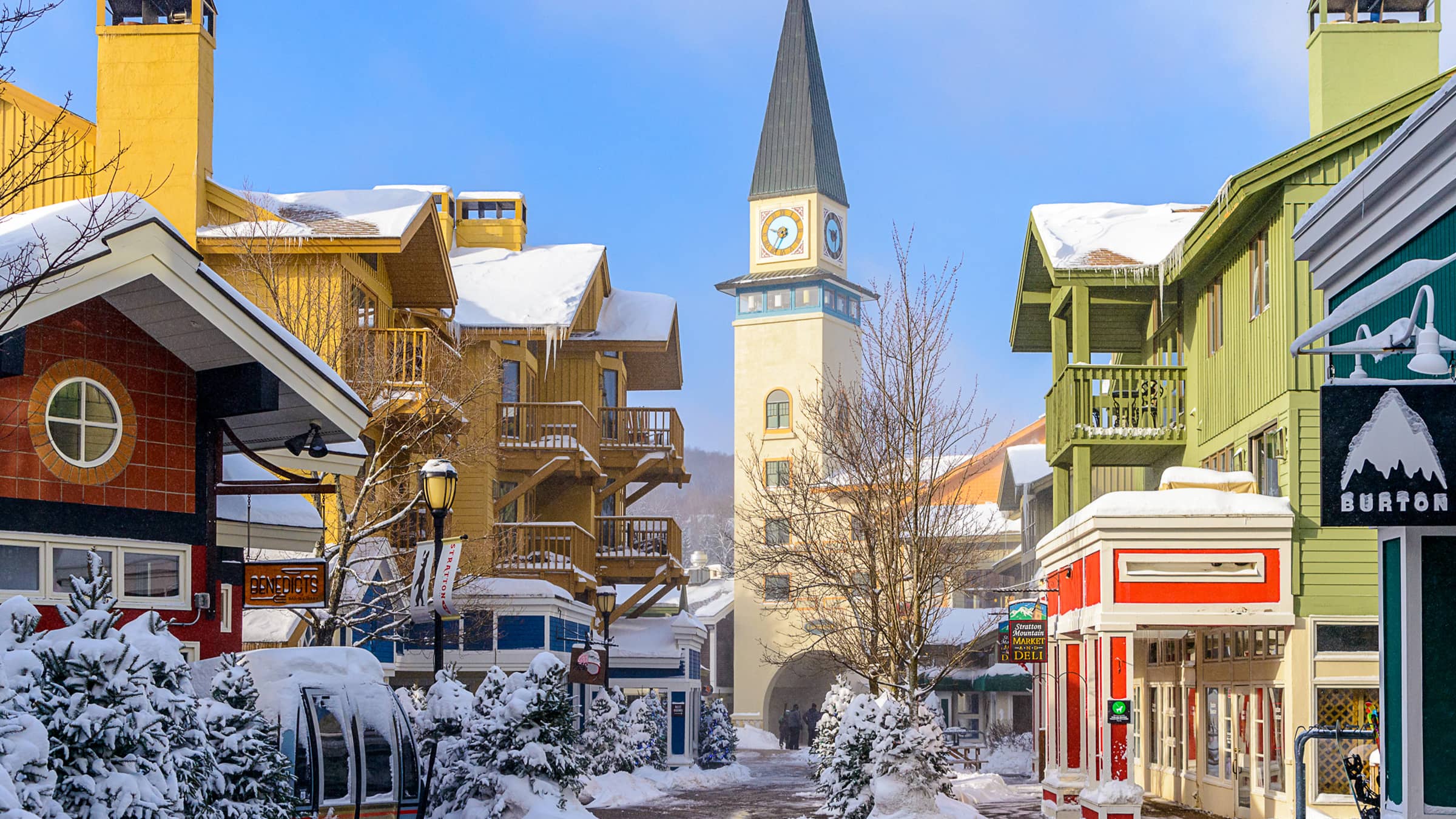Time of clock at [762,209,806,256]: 9:35
